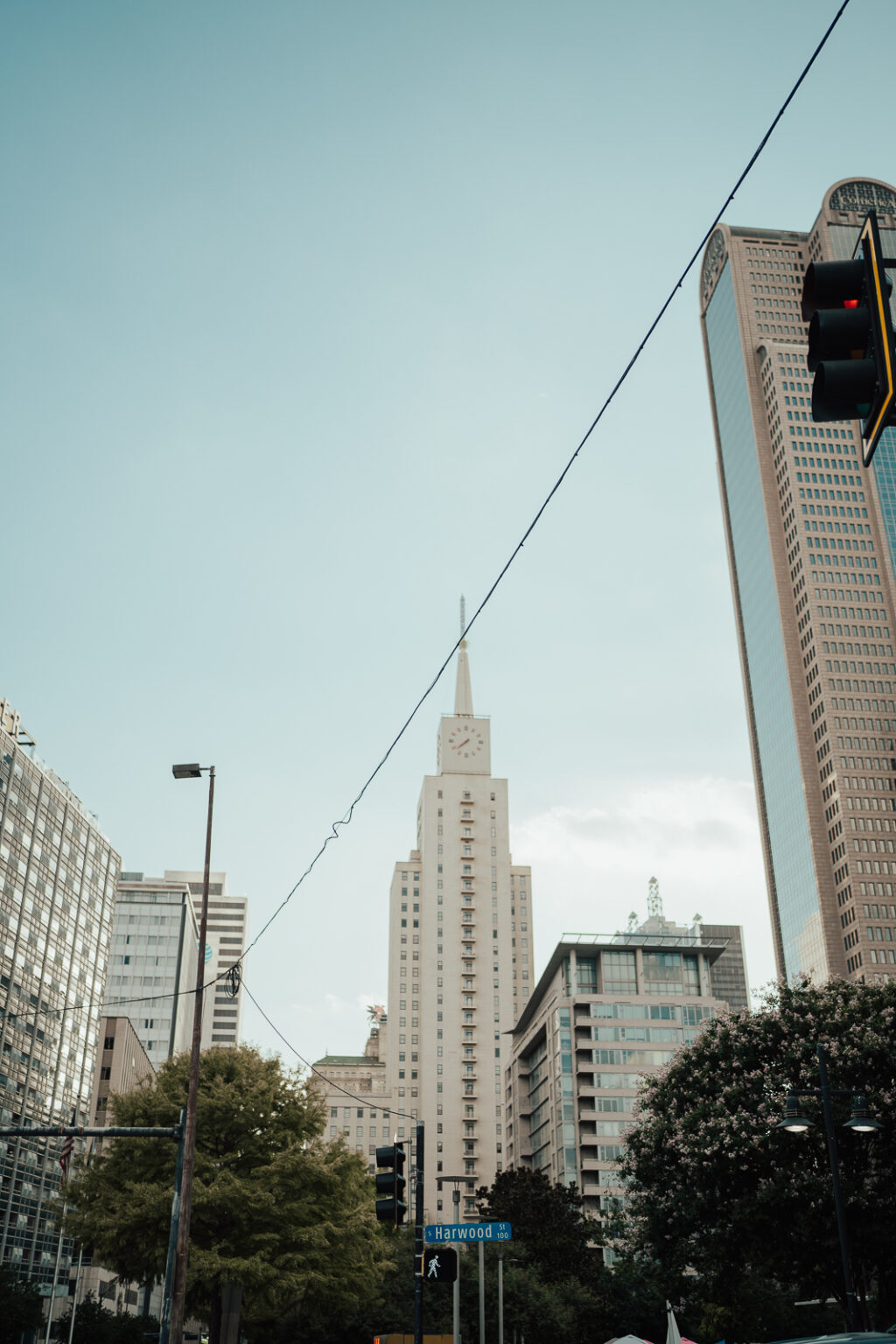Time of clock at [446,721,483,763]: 7:38
